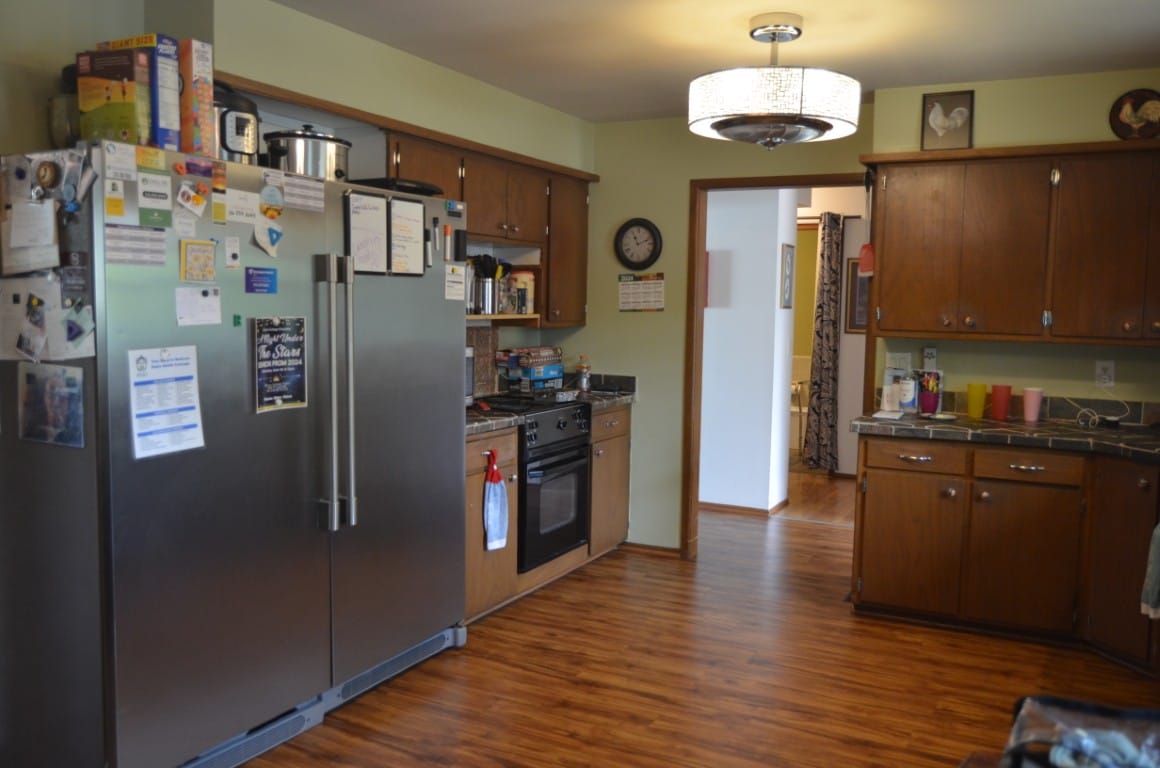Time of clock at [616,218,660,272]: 11:11
